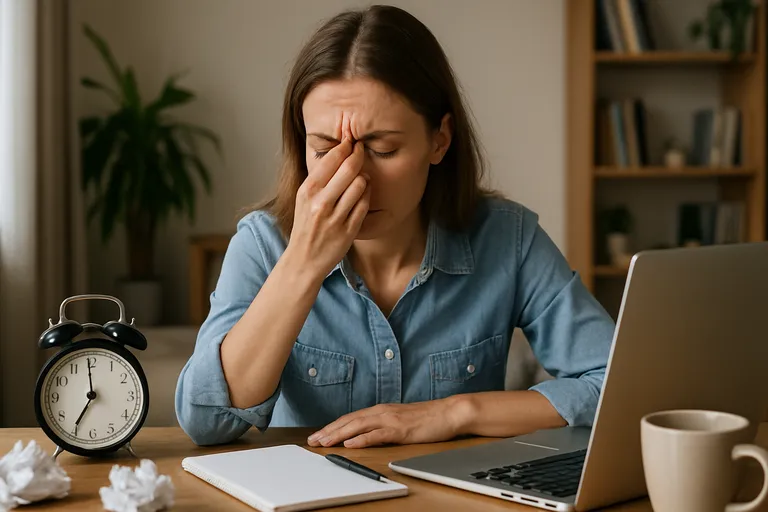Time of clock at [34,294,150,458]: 6:59
